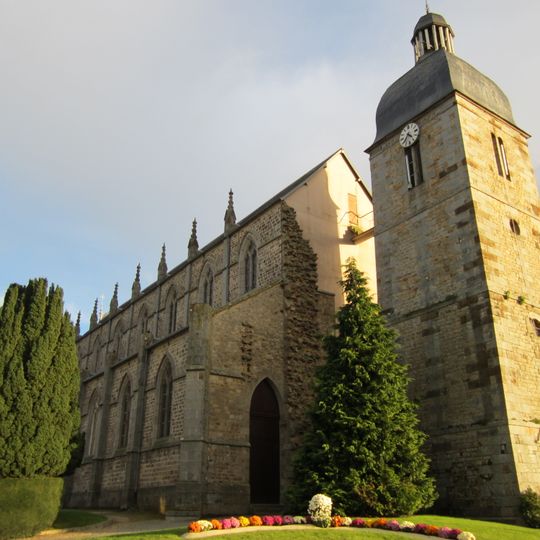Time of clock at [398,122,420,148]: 4:35
